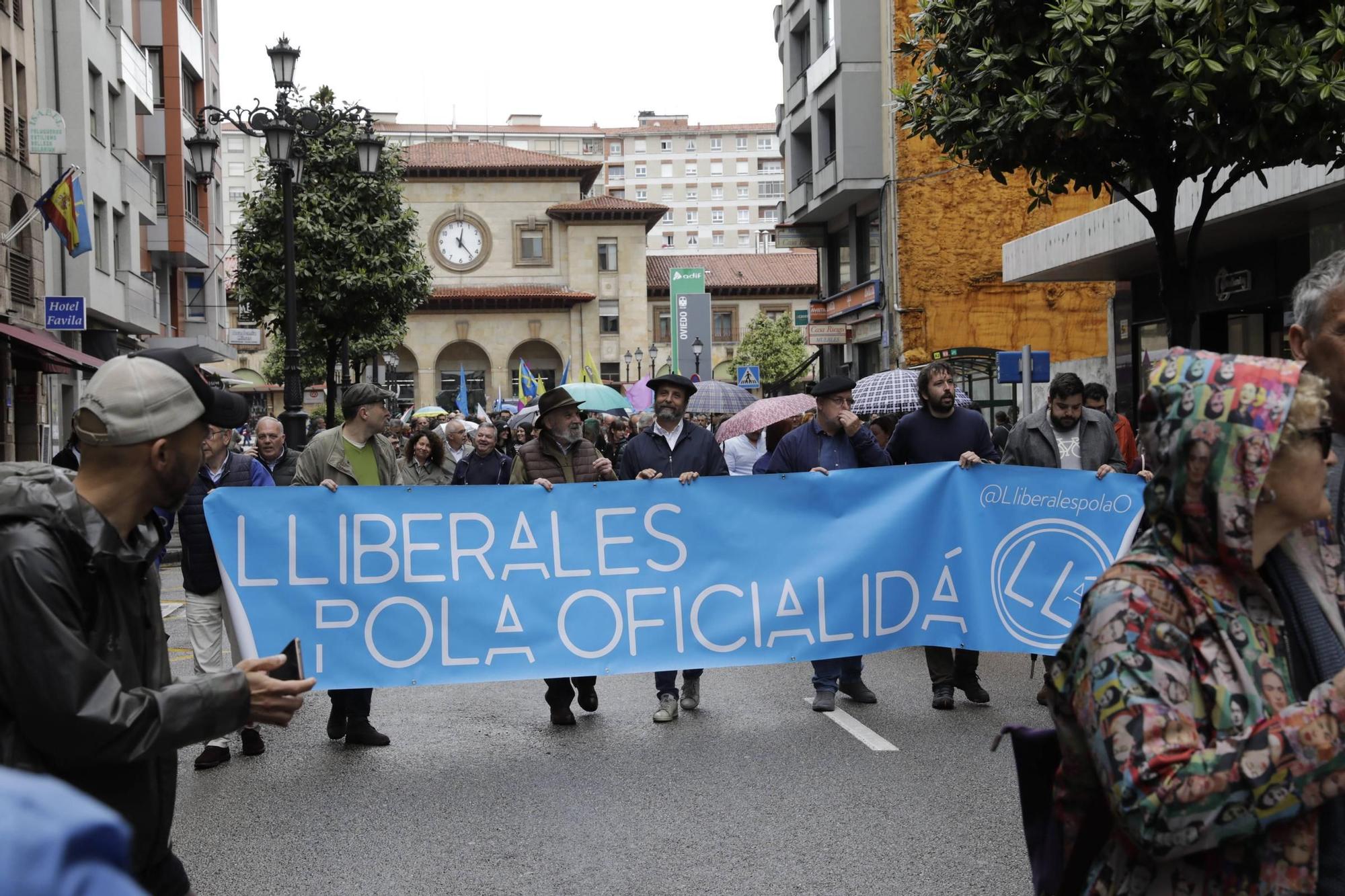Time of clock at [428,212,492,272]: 12:23
